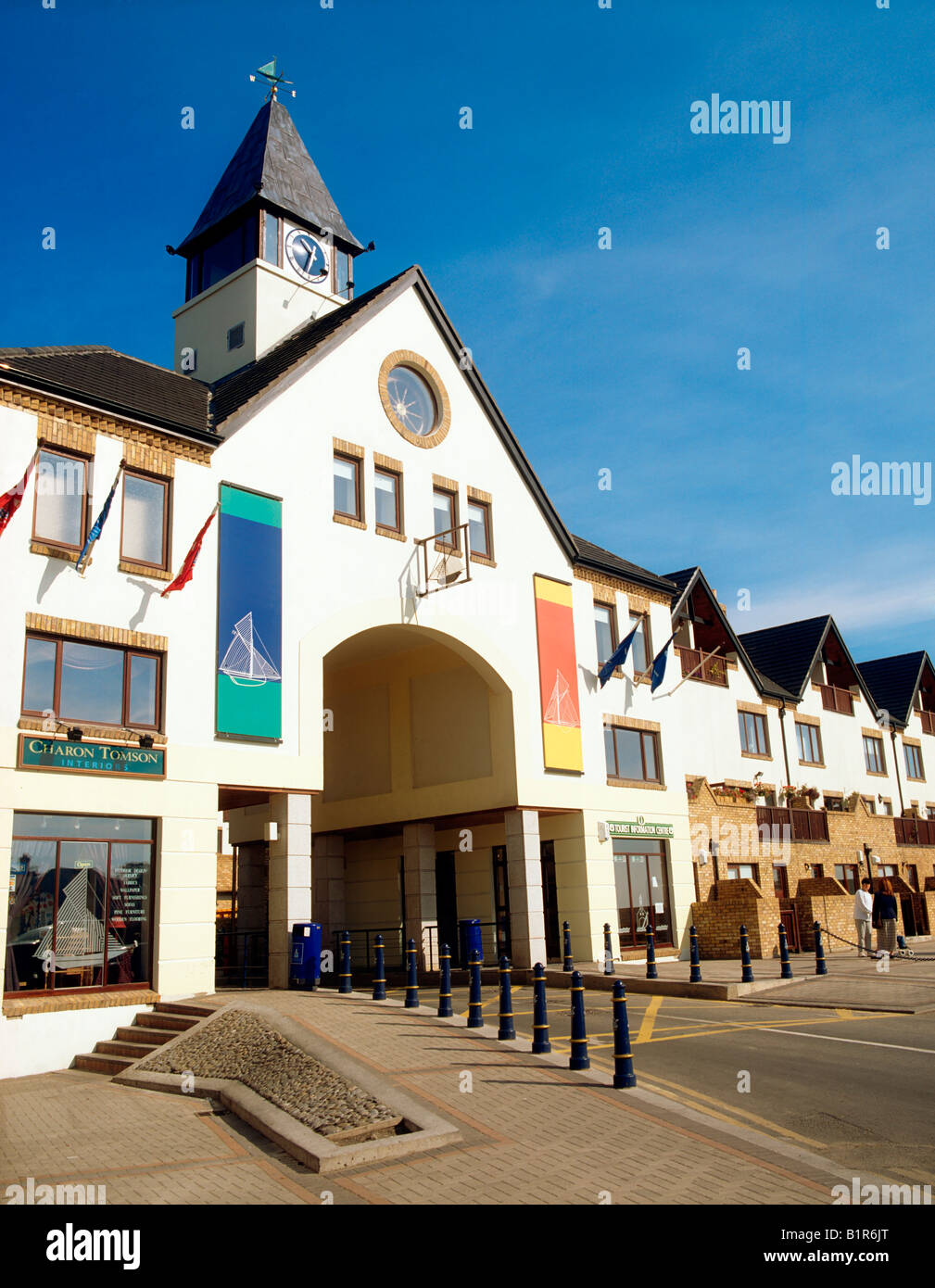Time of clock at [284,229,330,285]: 10:34
